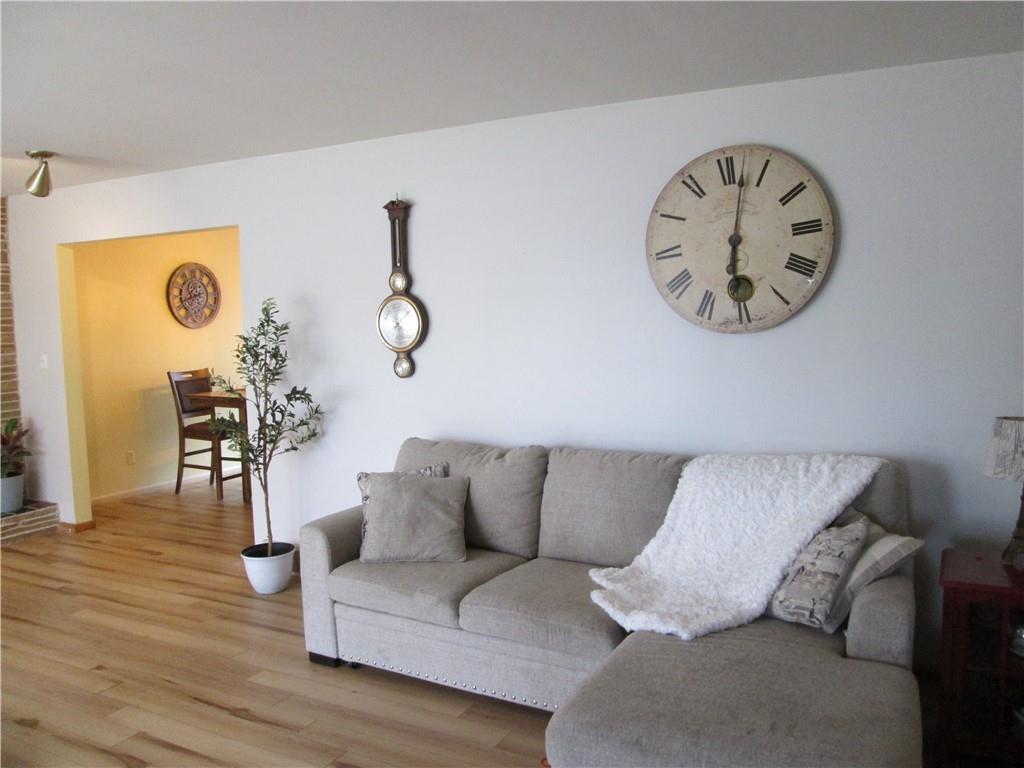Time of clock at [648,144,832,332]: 6:02
